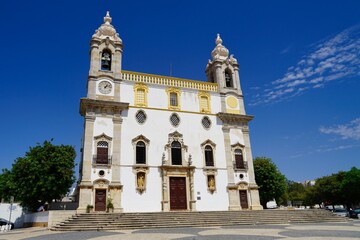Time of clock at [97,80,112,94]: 1:12
